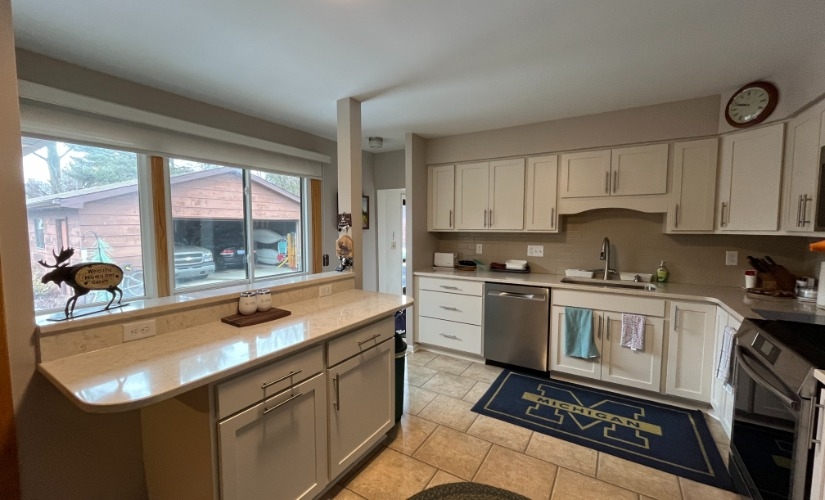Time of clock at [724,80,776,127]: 9:47
